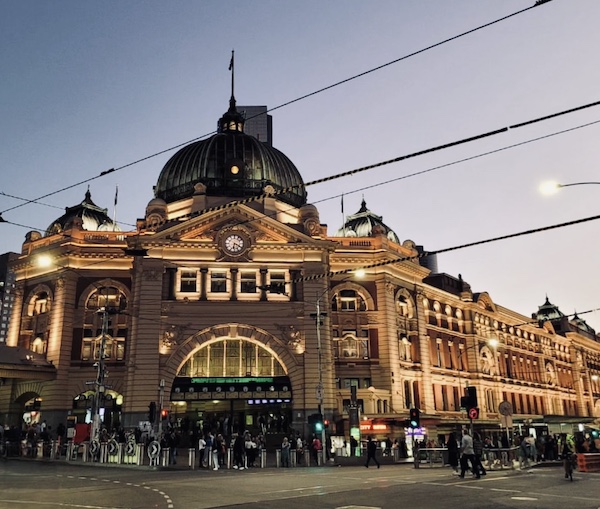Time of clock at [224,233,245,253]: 6:19
